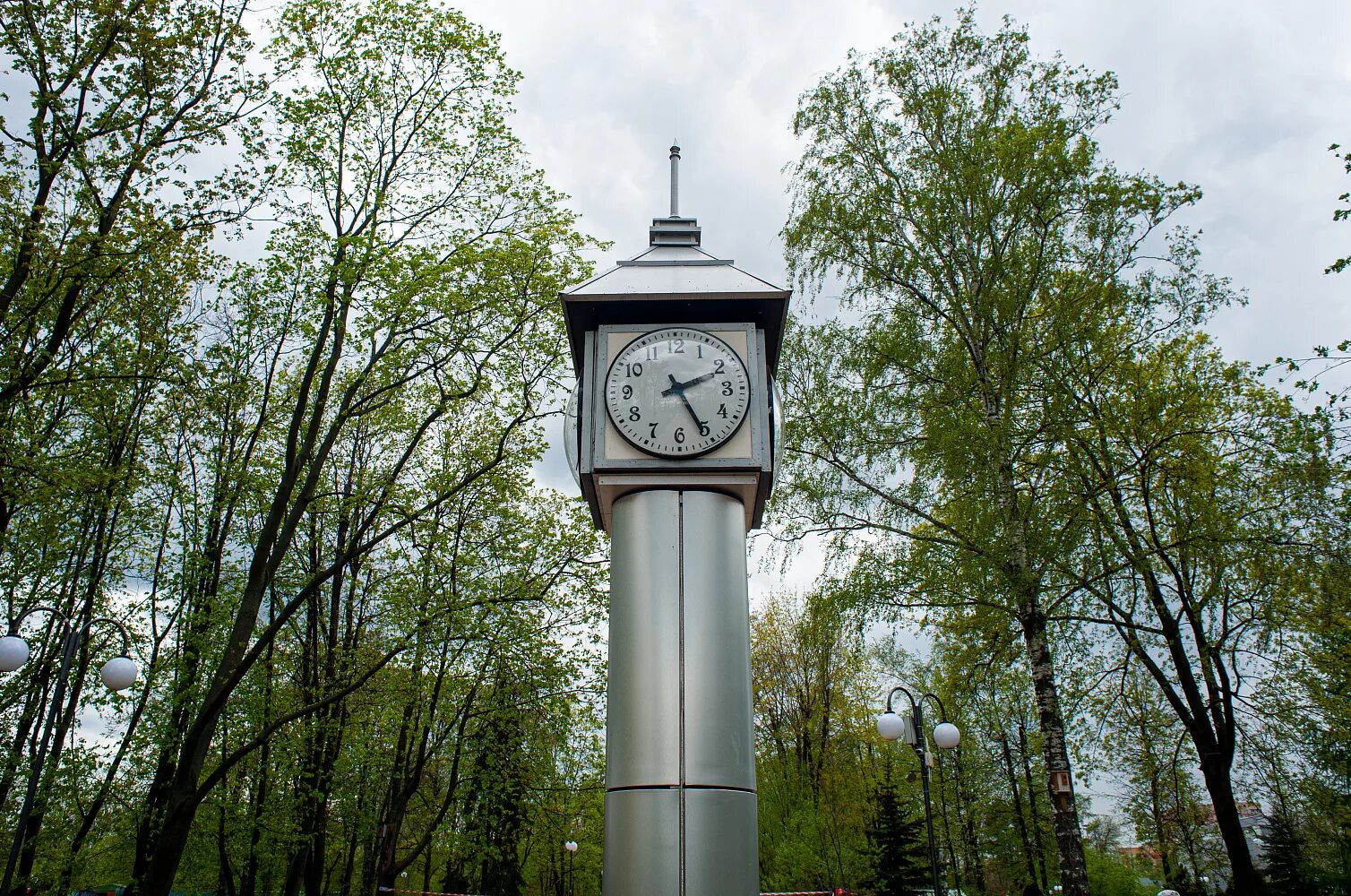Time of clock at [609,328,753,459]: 2:25
